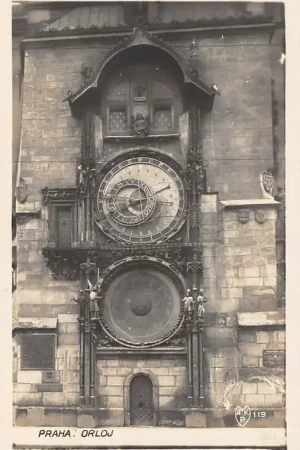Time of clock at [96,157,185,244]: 8:11
